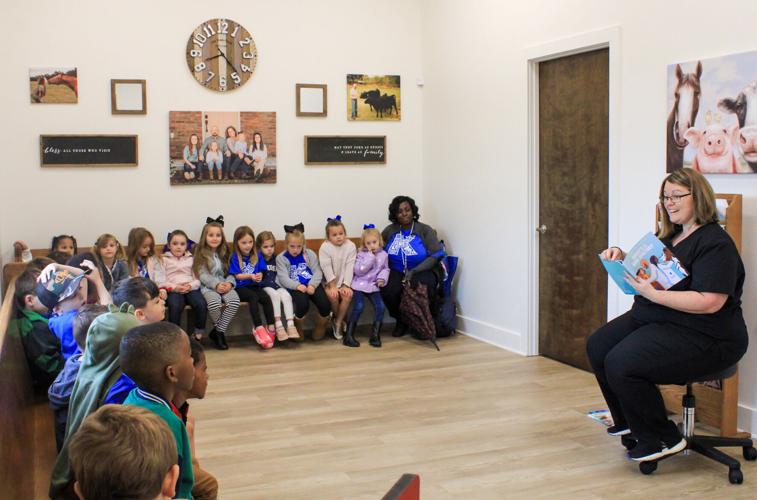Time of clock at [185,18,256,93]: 8:23
